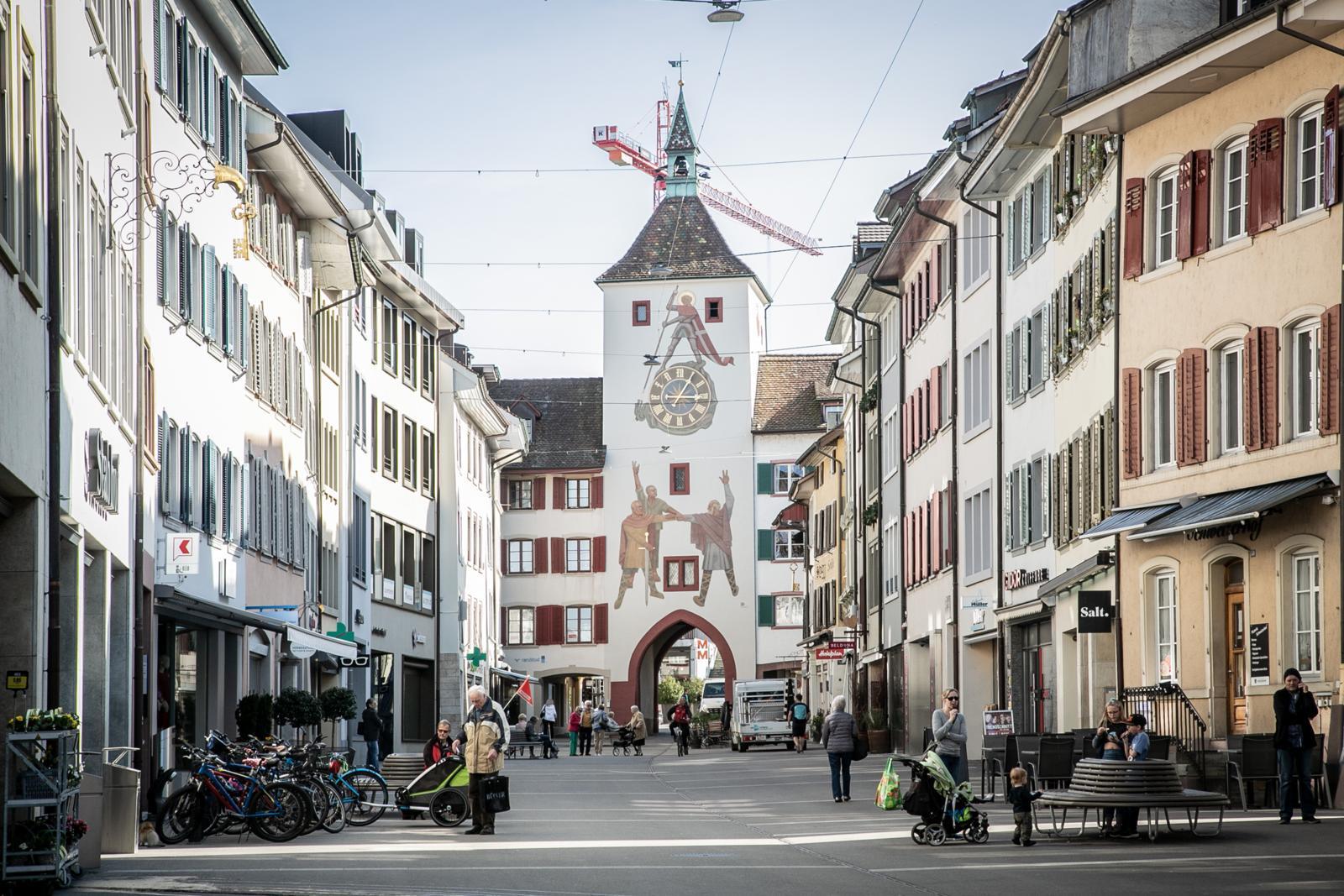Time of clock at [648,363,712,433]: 3:05
